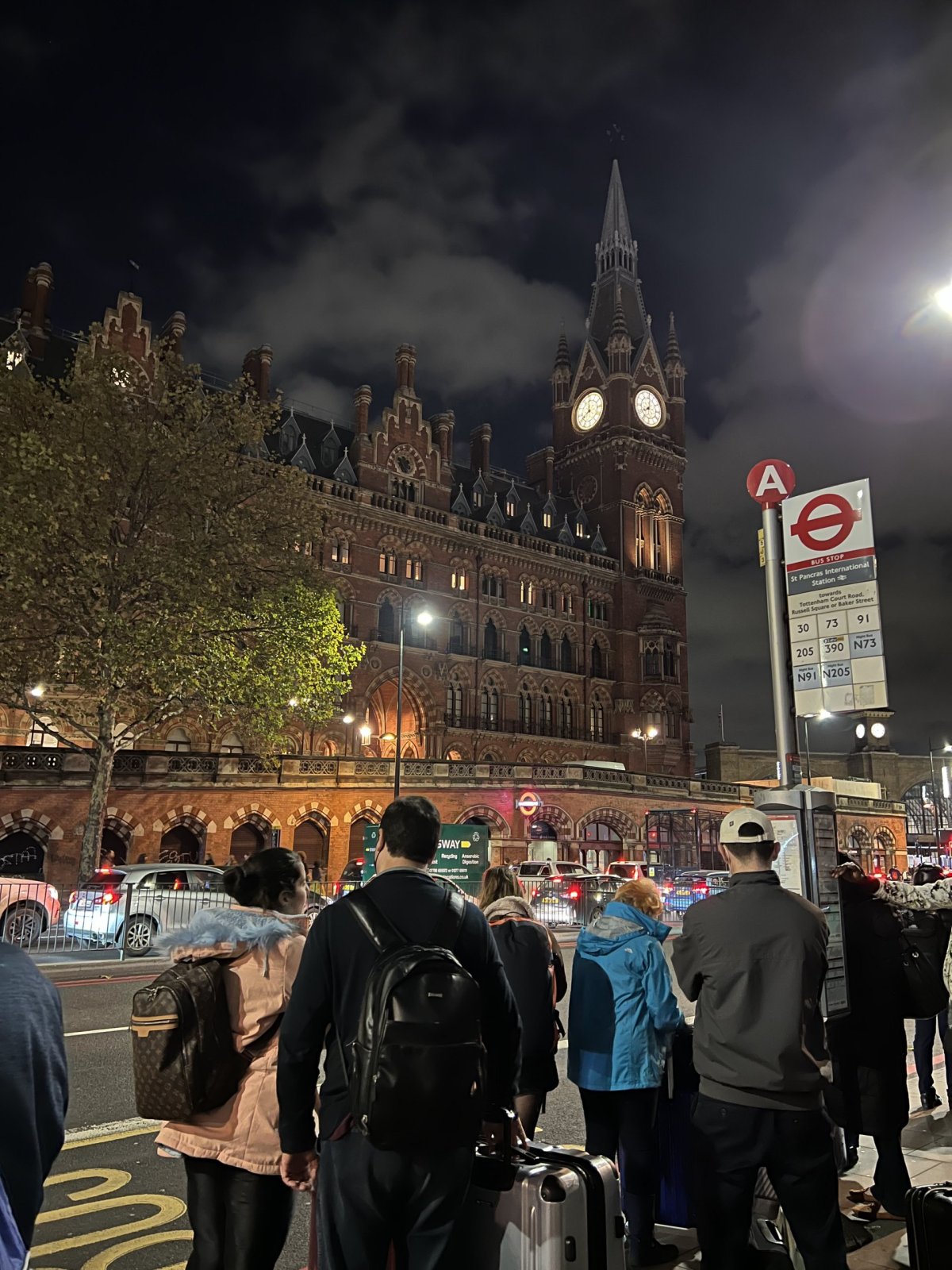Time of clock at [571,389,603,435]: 8:00
